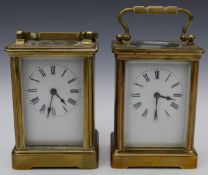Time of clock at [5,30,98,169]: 4:33
